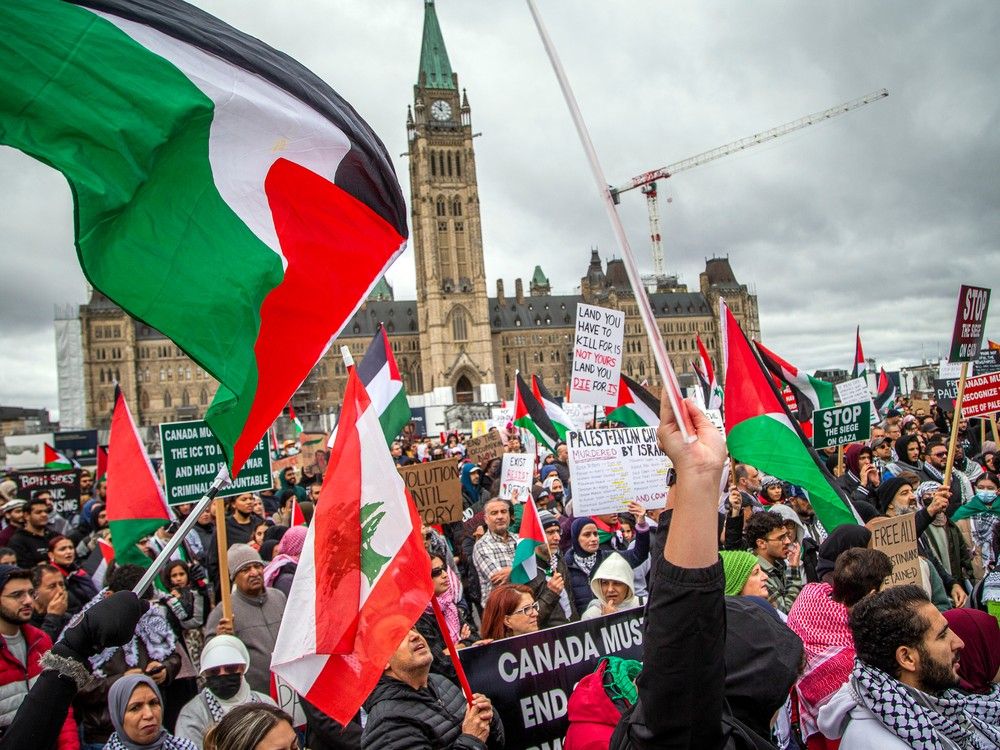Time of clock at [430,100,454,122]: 11:51
